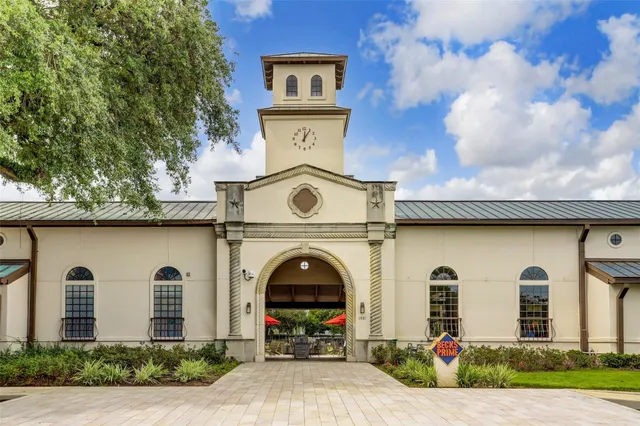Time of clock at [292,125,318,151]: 12:05
